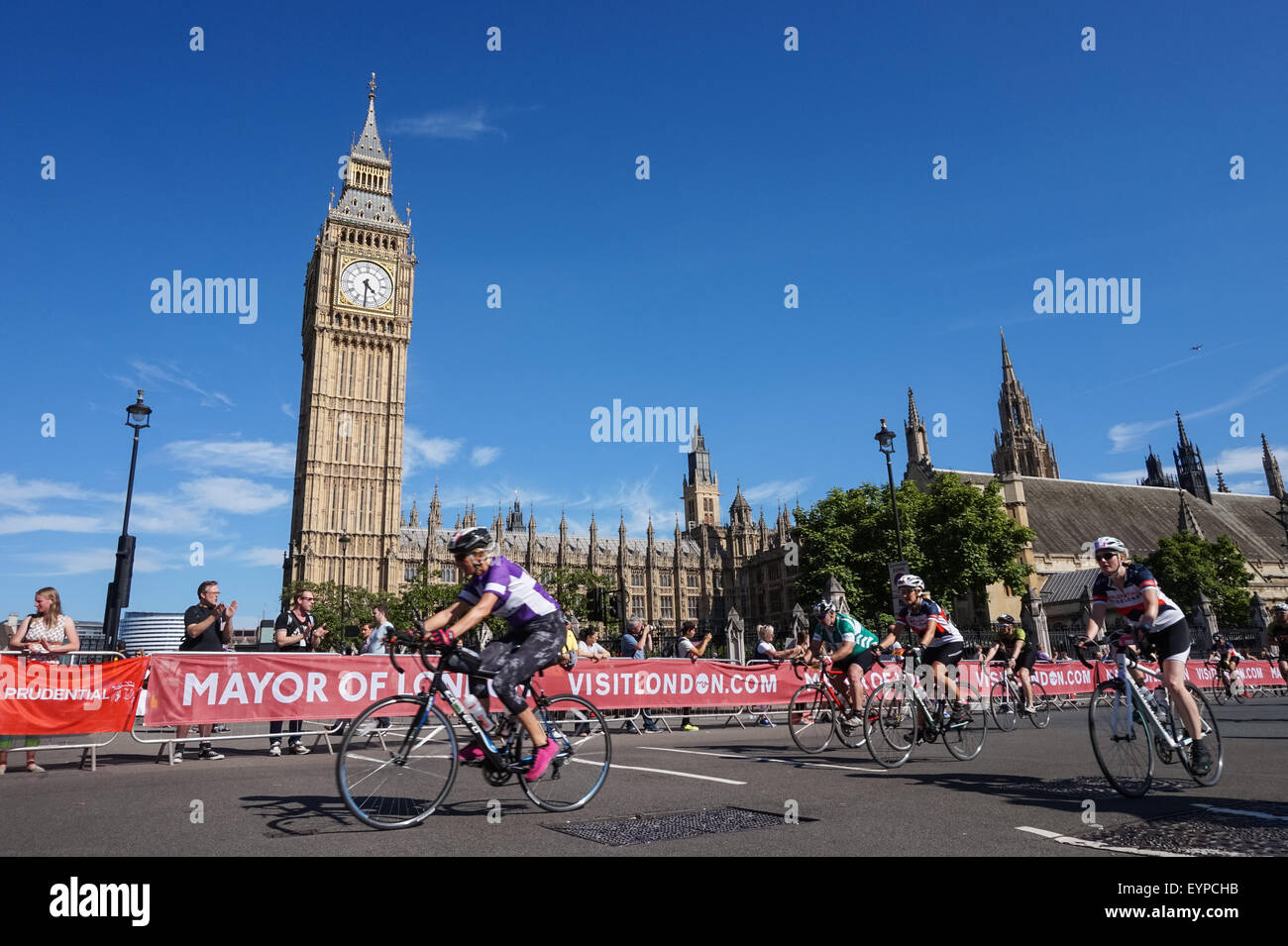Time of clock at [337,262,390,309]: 4:30
